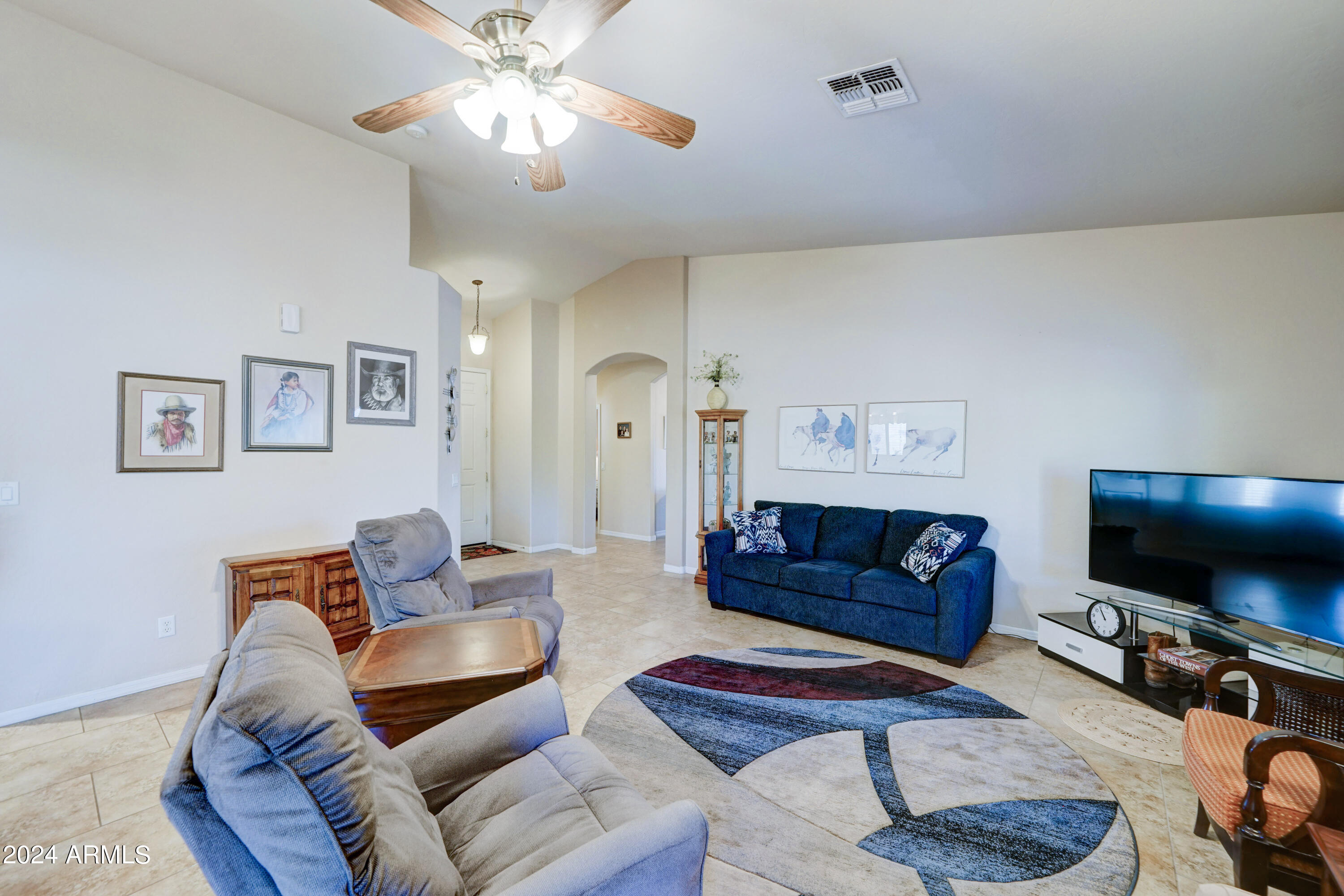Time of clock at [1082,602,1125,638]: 10:54
